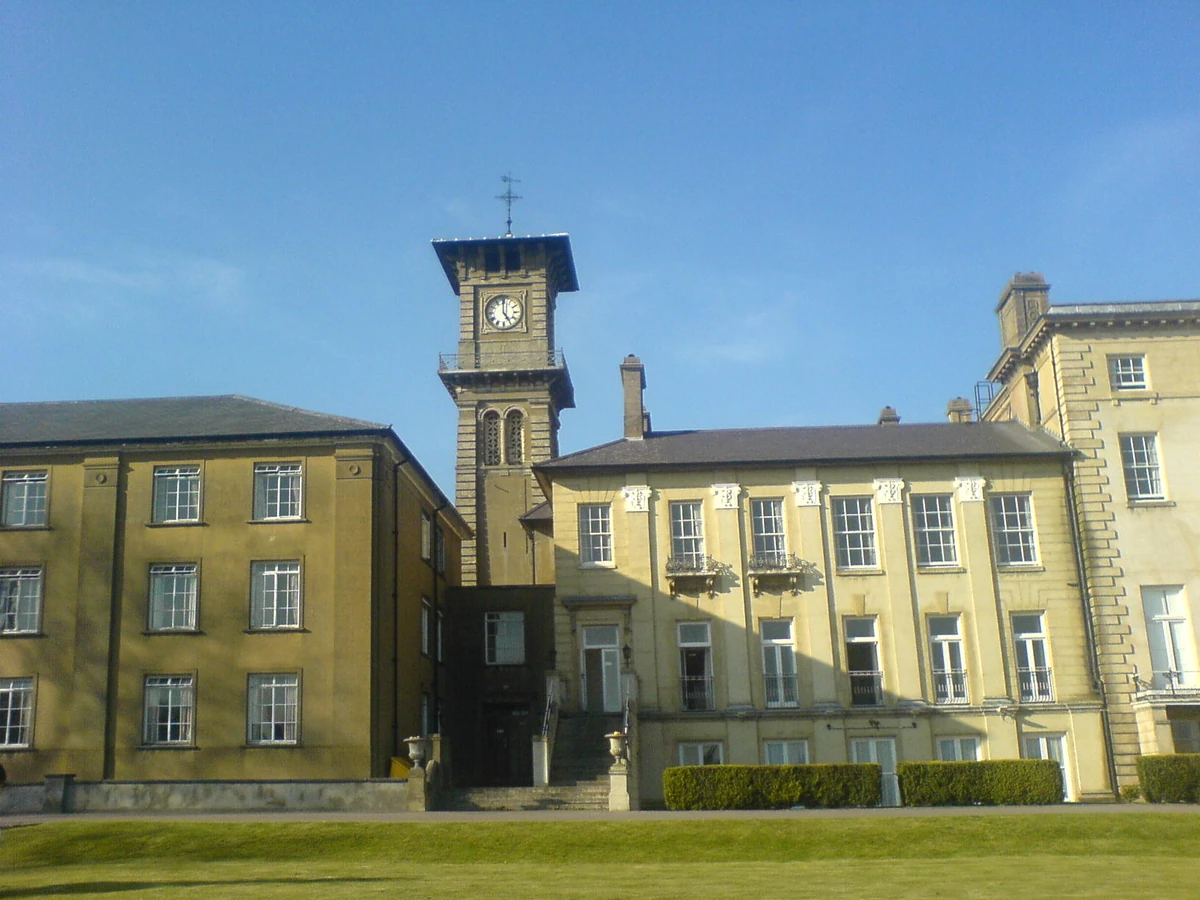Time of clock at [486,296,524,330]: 5:00
